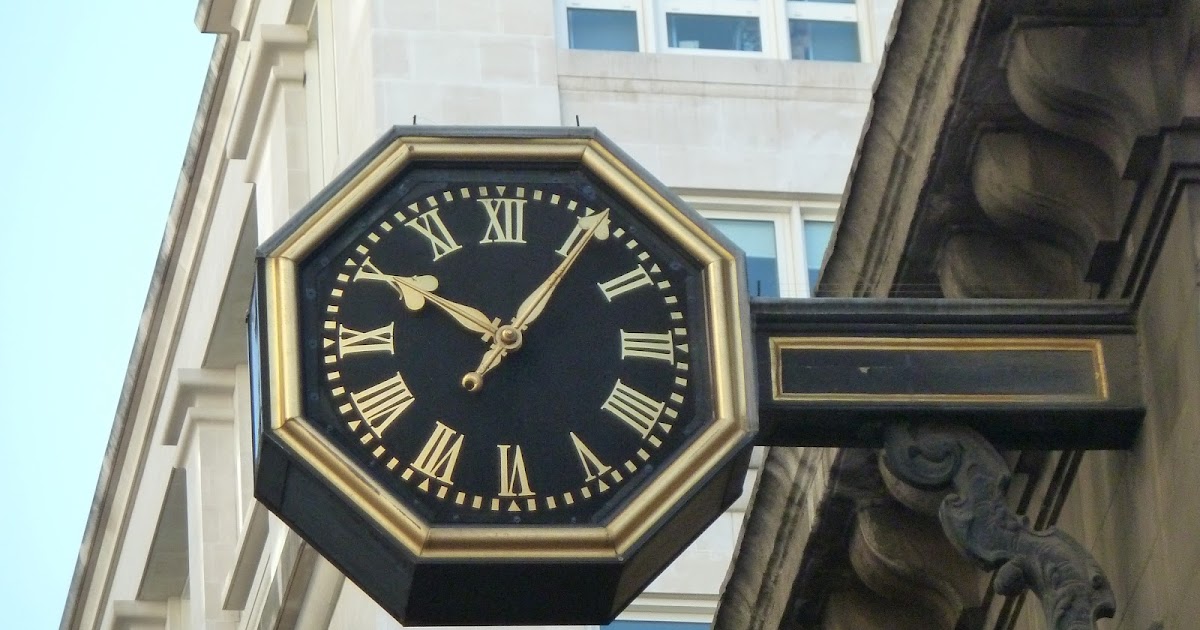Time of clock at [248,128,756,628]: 10:05
